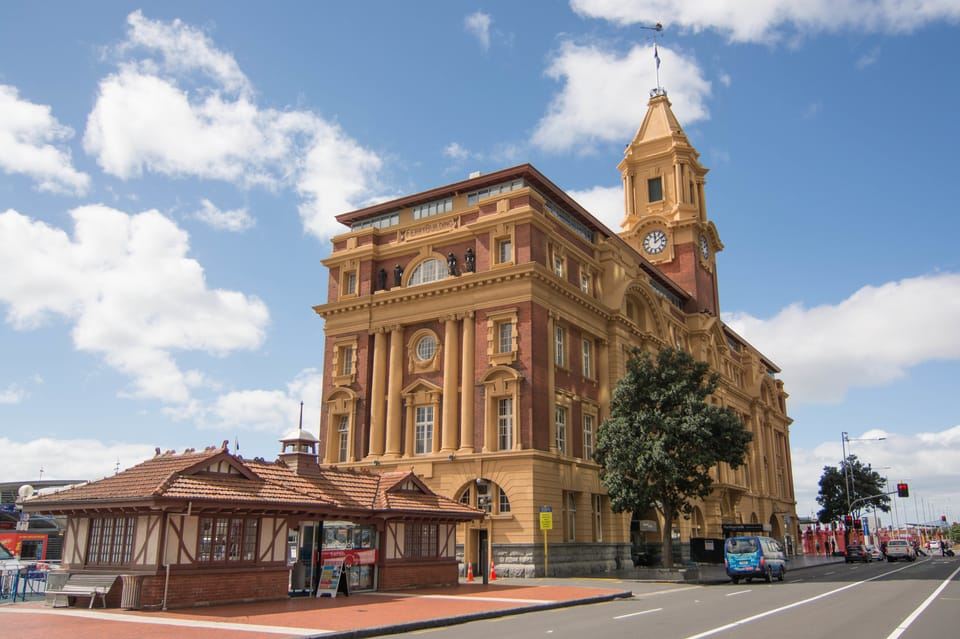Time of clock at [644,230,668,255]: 12:09
